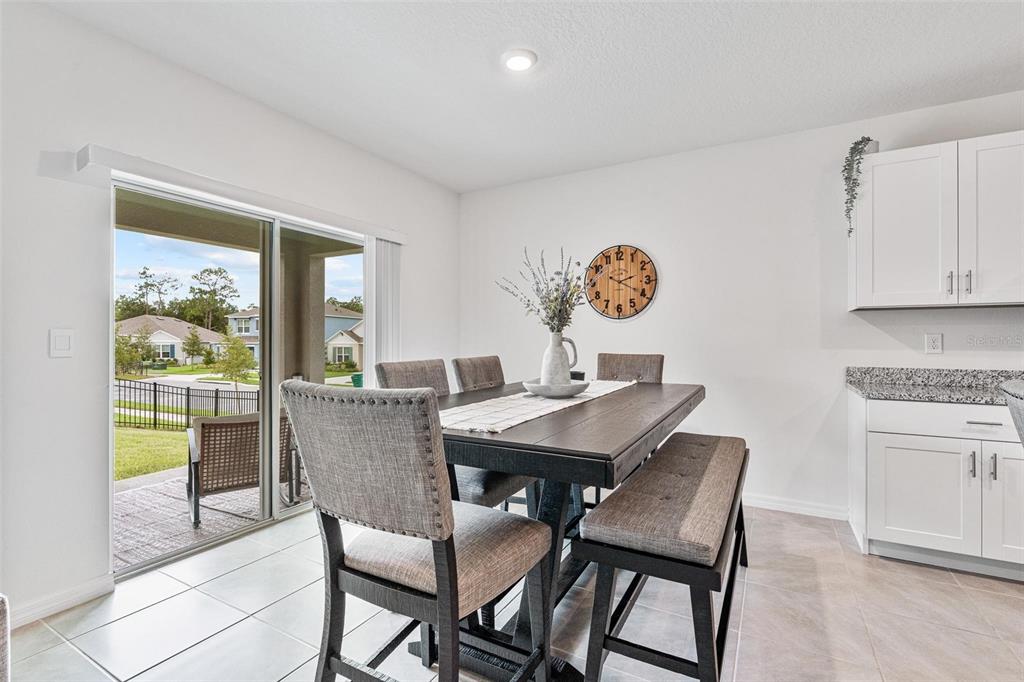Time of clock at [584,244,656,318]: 2:19
